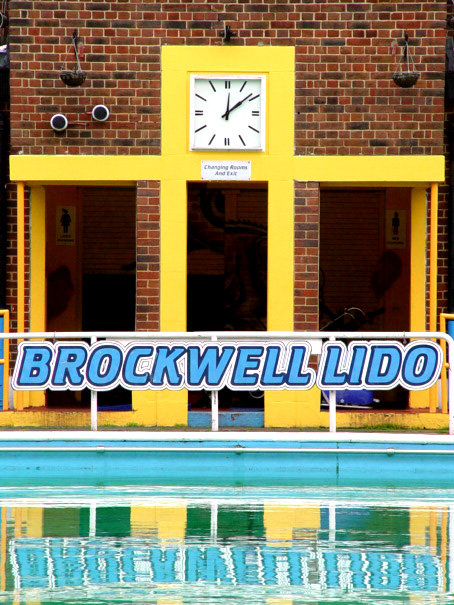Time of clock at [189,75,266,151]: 12:08
